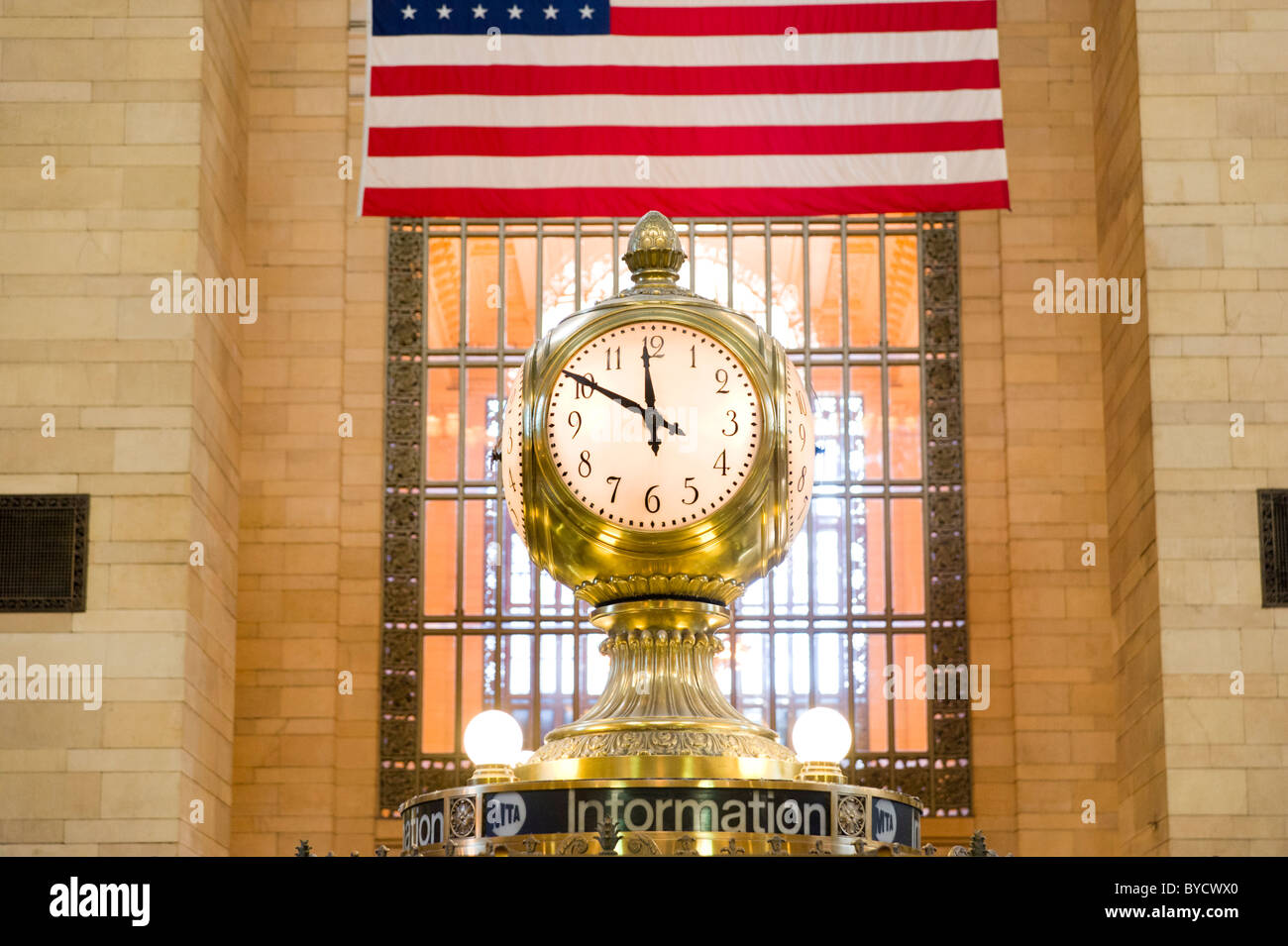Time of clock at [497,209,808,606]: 11:49
